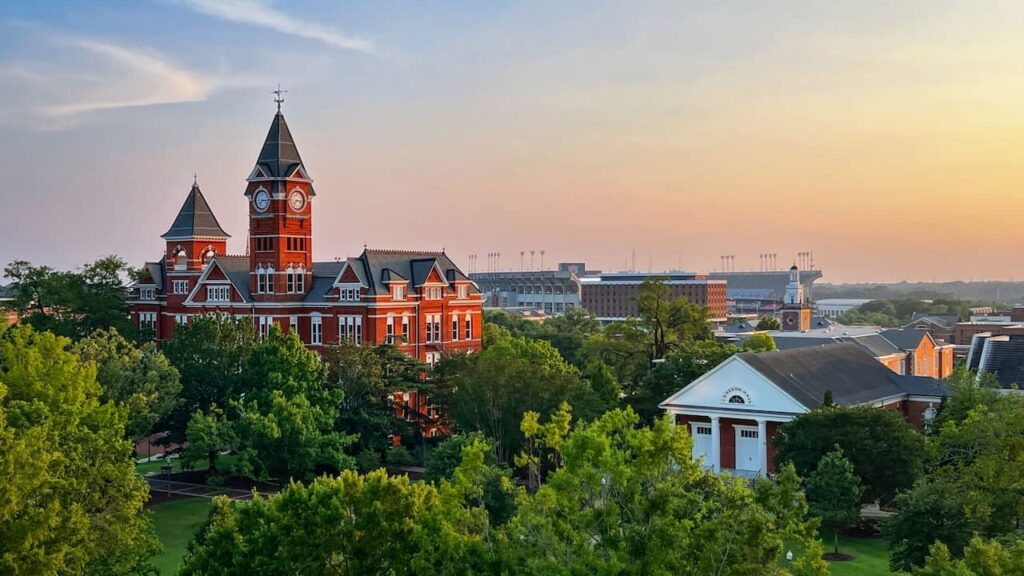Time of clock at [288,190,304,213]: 7:15
